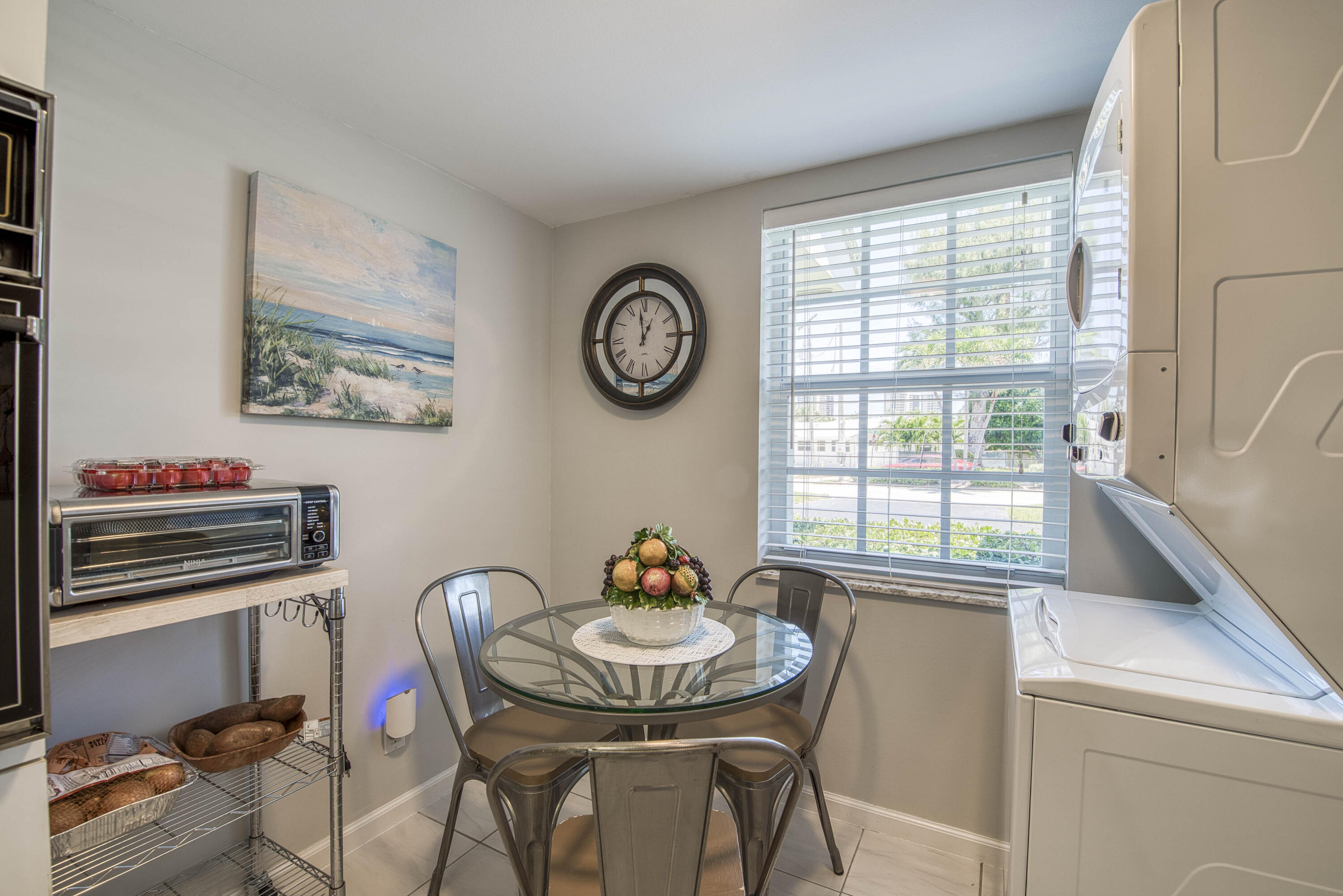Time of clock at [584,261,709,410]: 12:58
